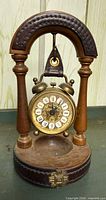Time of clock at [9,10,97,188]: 12:00
